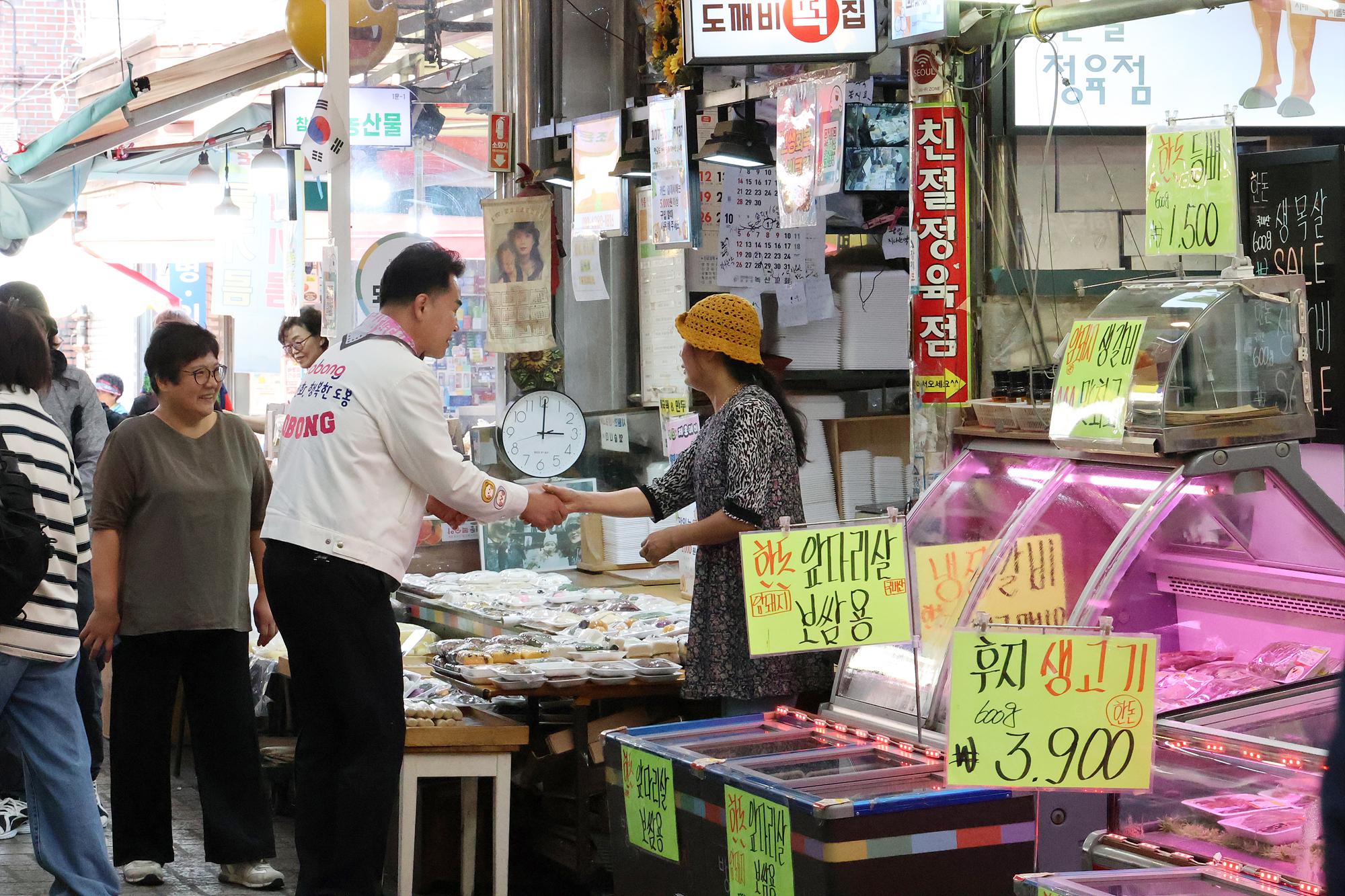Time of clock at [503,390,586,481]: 3:00
